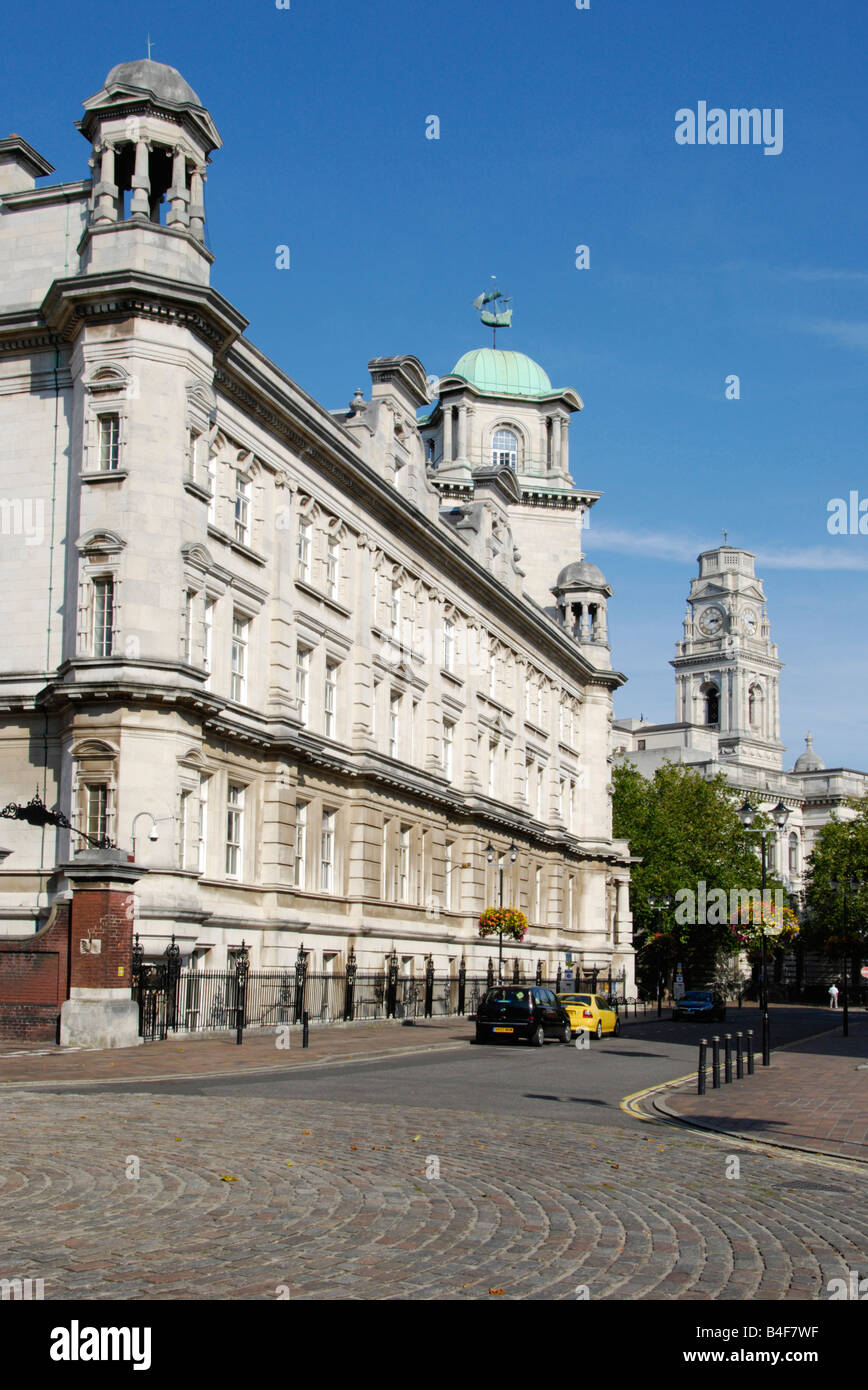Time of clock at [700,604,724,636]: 3:12
